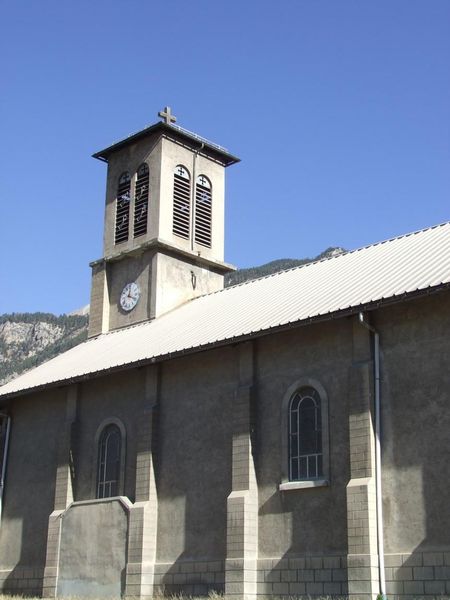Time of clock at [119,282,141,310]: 12:18
